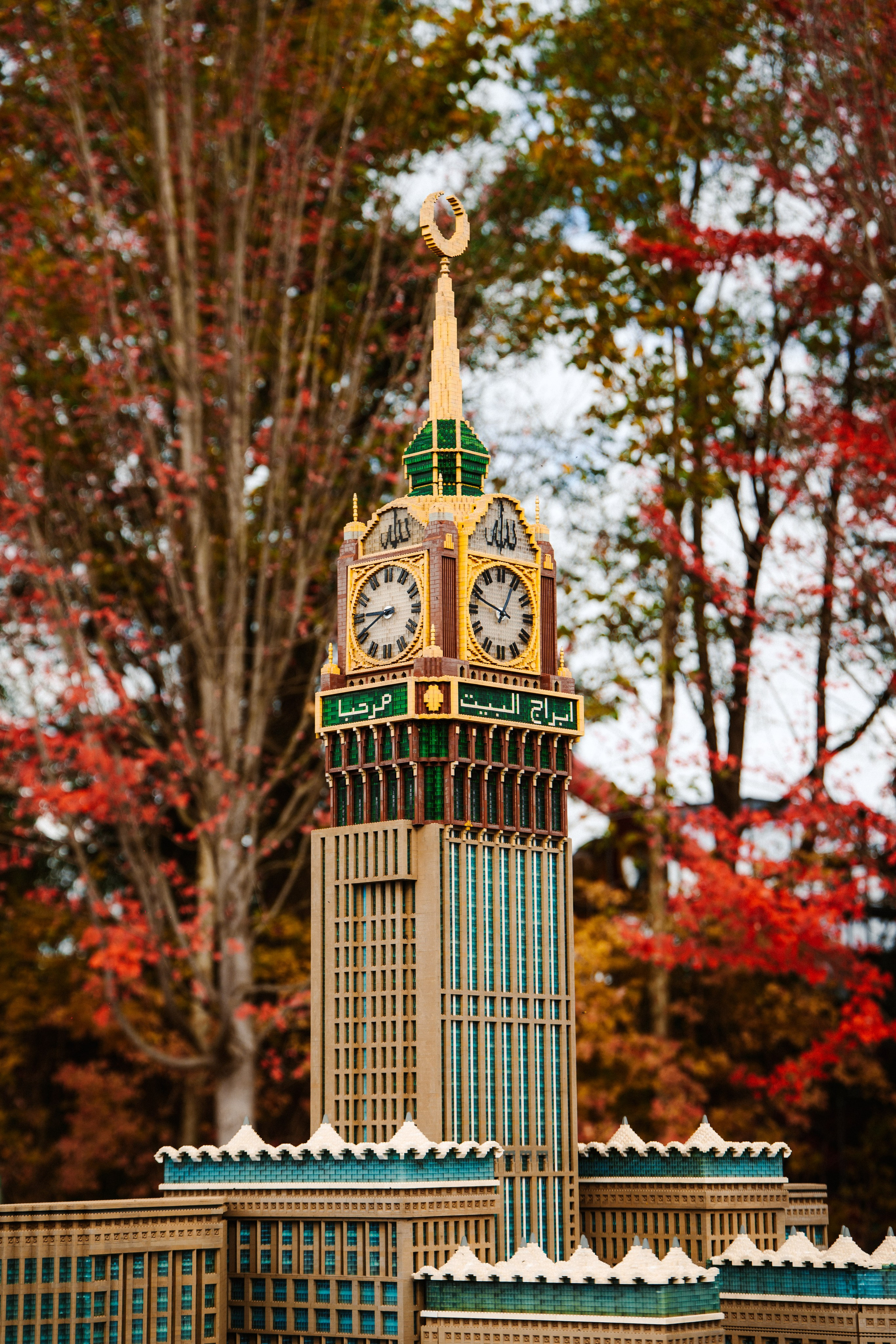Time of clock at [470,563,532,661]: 12:48
